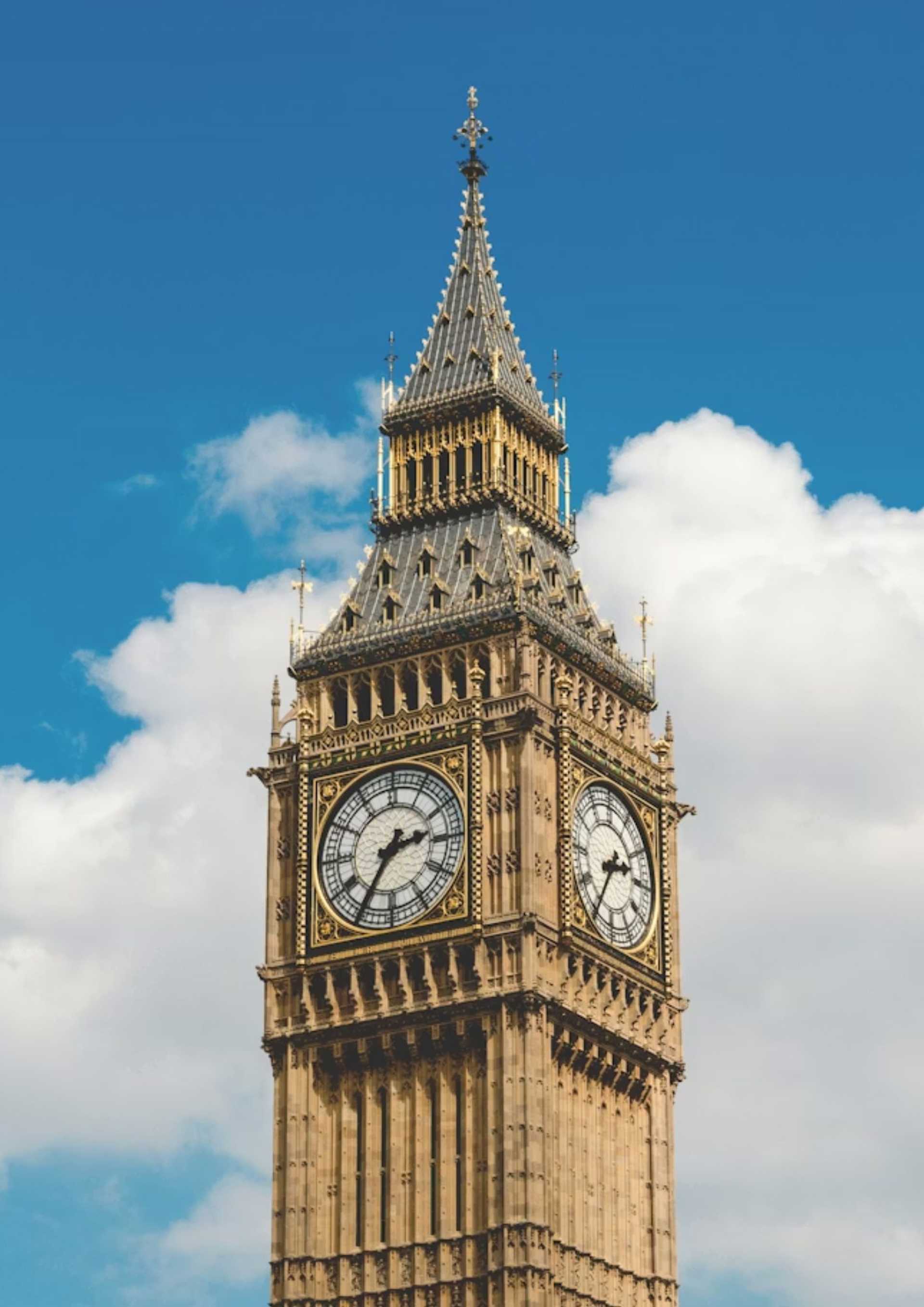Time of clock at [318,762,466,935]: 2:35
